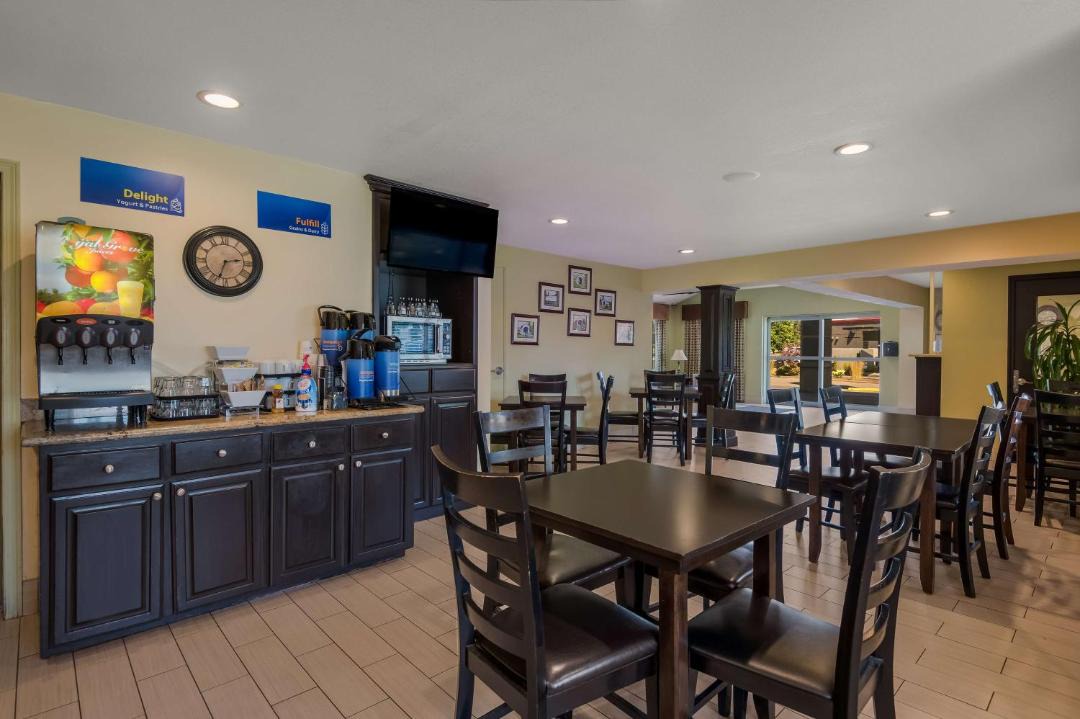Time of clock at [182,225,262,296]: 2:33
